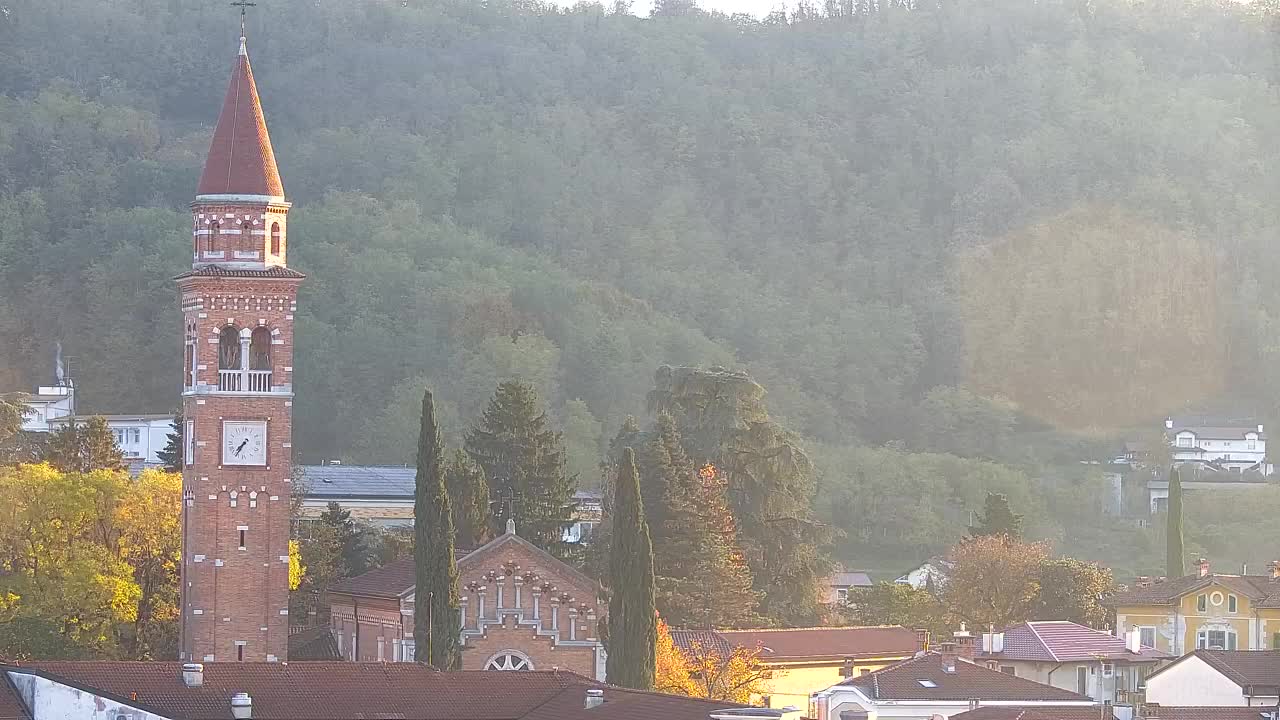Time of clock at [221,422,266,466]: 7:35
